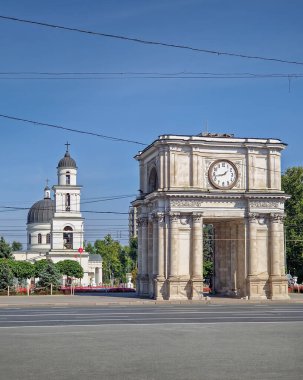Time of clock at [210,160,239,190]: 1:43
